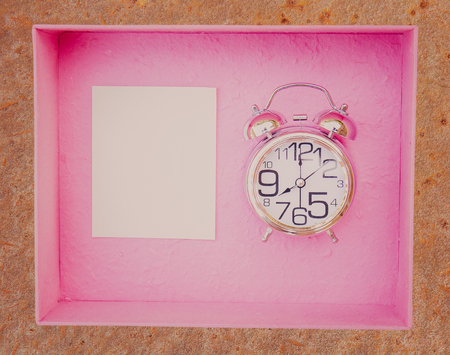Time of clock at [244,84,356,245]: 7:59
